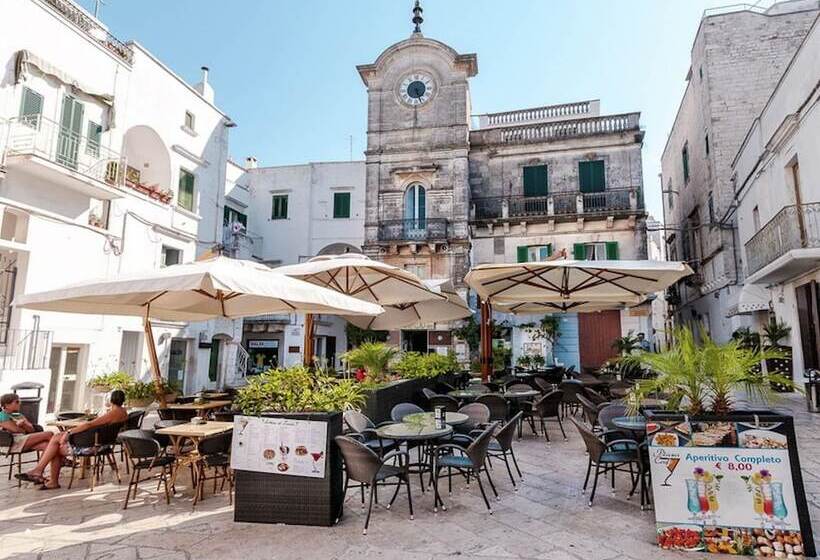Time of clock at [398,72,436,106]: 5:26
